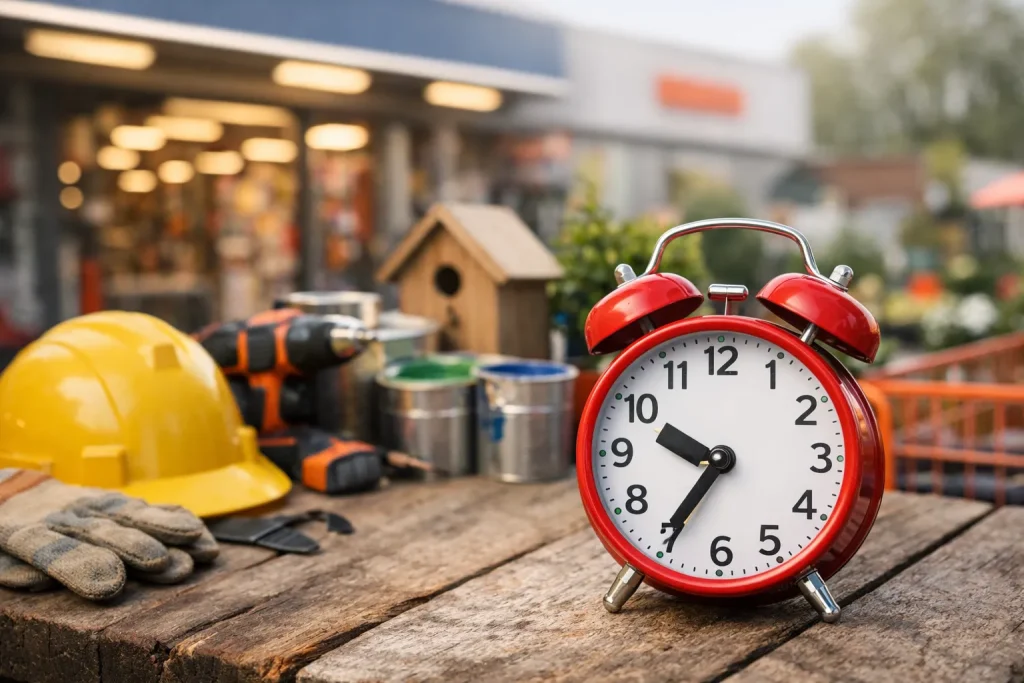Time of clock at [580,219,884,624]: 9:35
